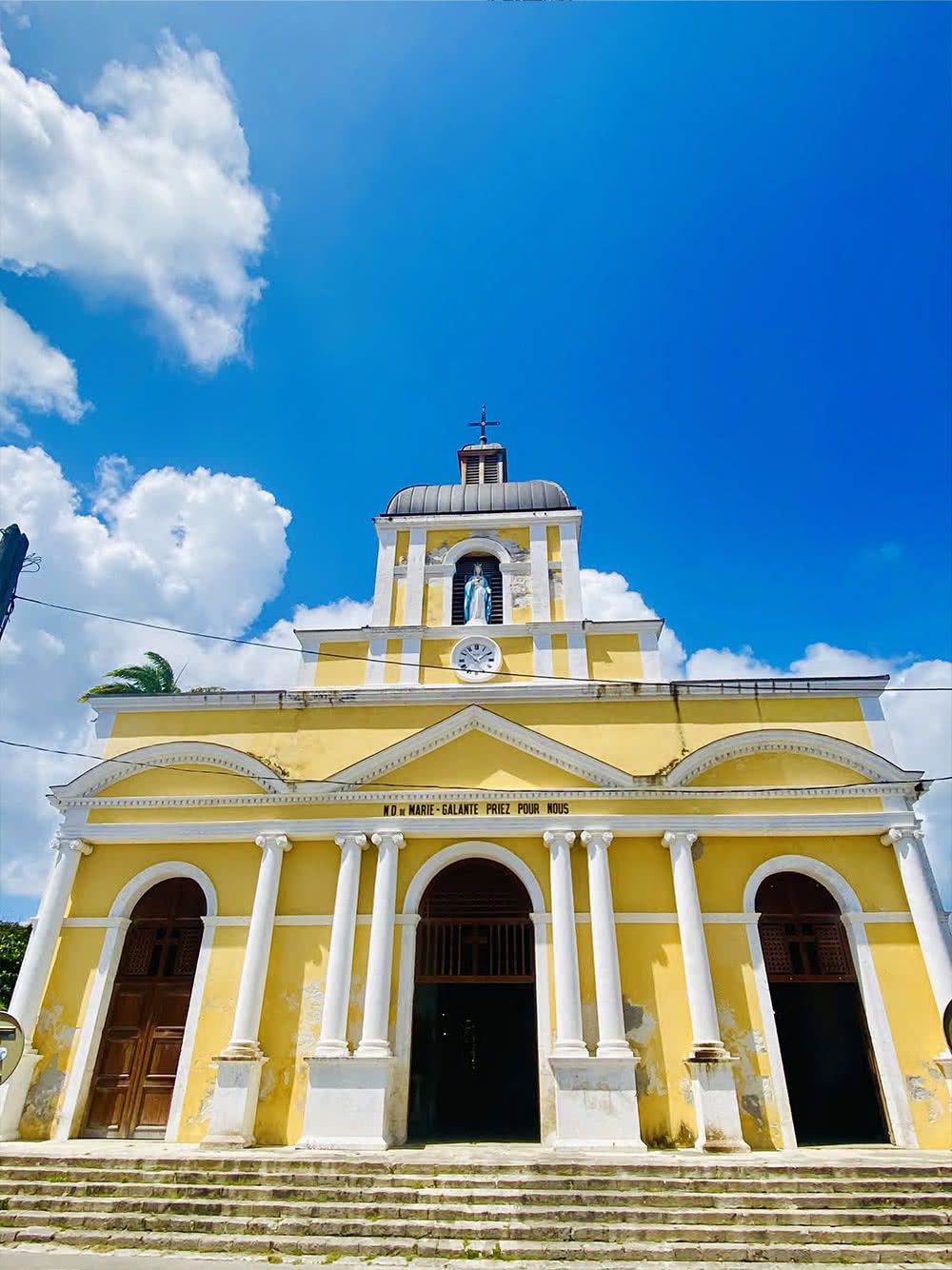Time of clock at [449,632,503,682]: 1:53
